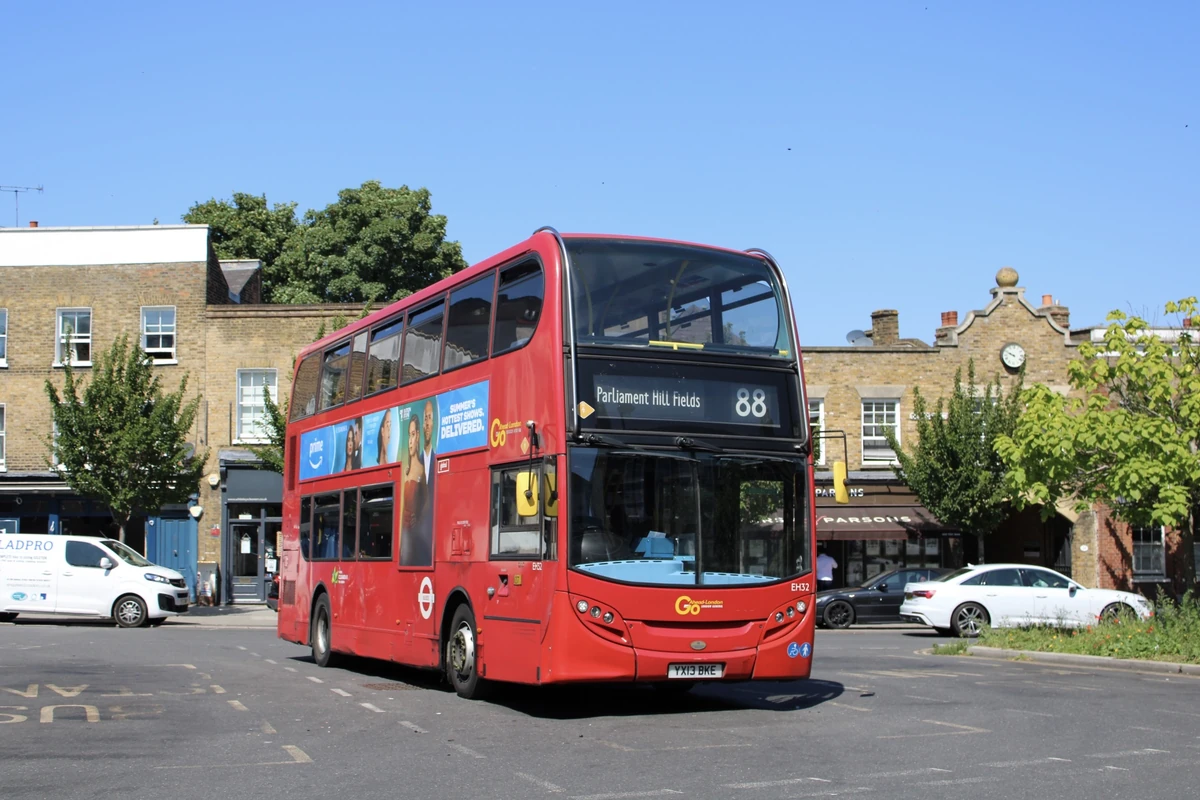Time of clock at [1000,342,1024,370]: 9:48
